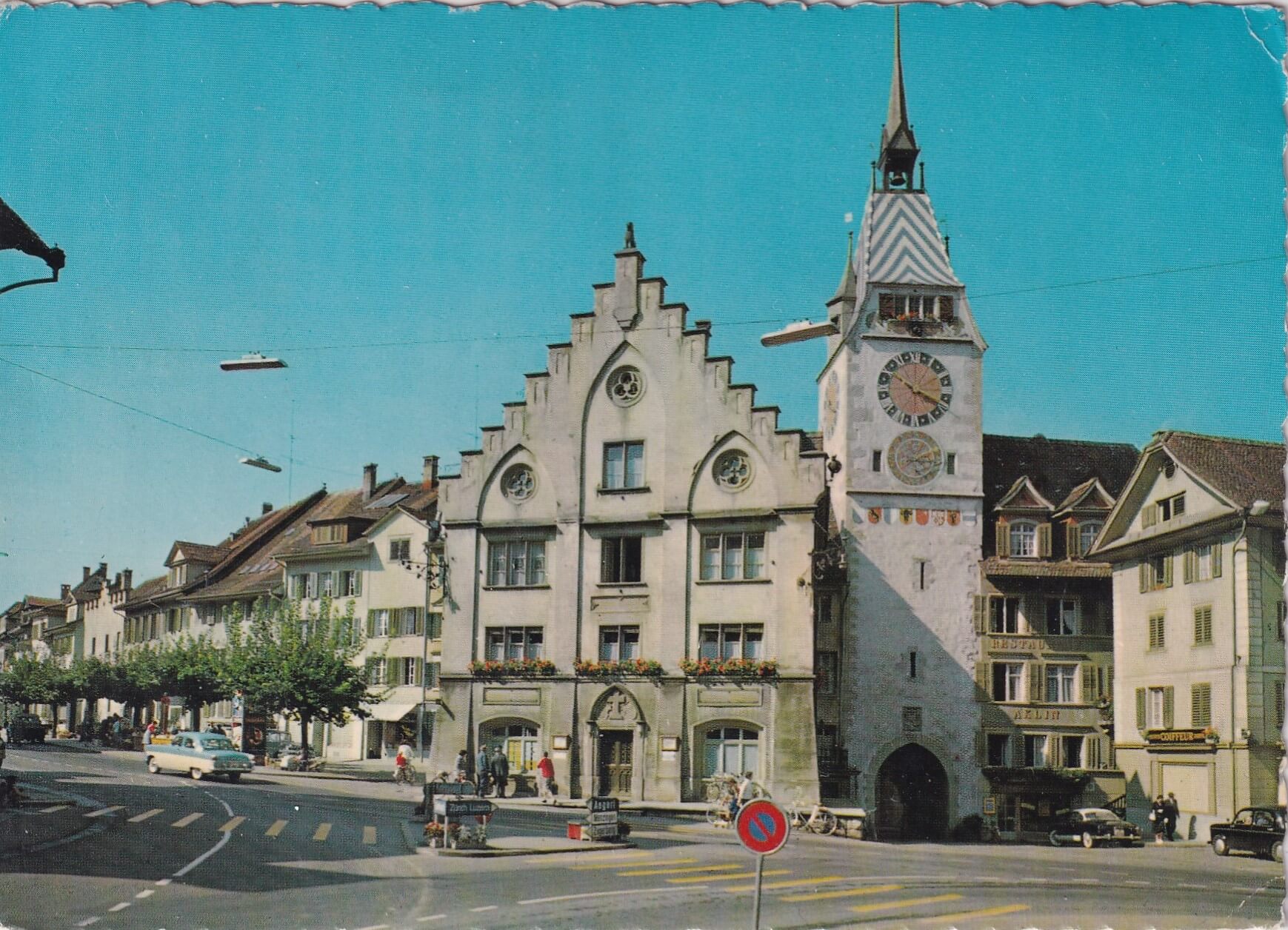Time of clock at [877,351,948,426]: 10:18
